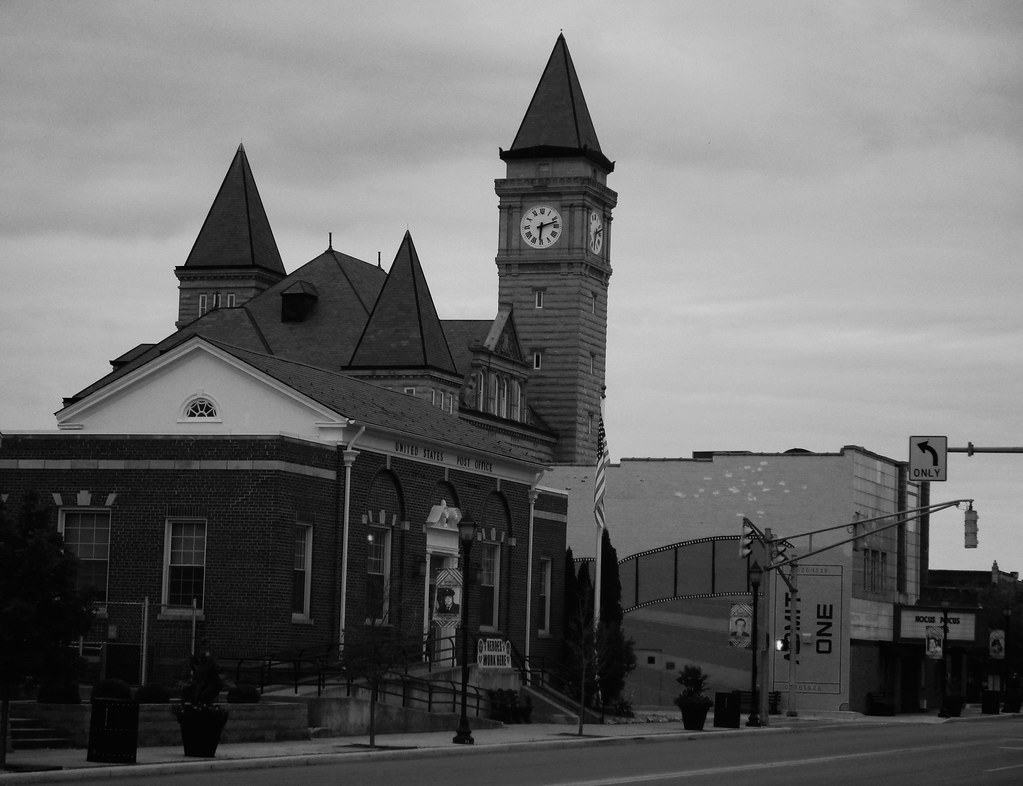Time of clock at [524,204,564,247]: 6:12
